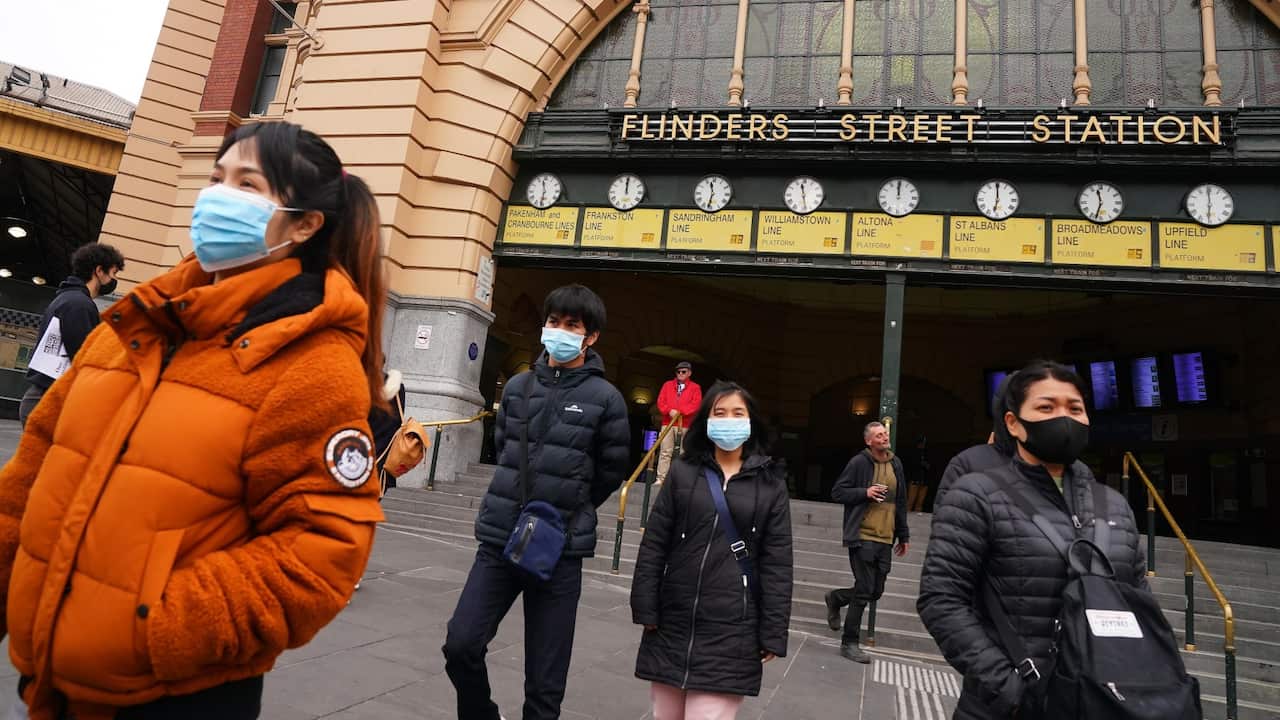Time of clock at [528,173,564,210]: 11:31
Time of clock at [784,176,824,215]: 11:28
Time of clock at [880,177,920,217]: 12:00
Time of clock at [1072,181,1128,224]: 11:32
